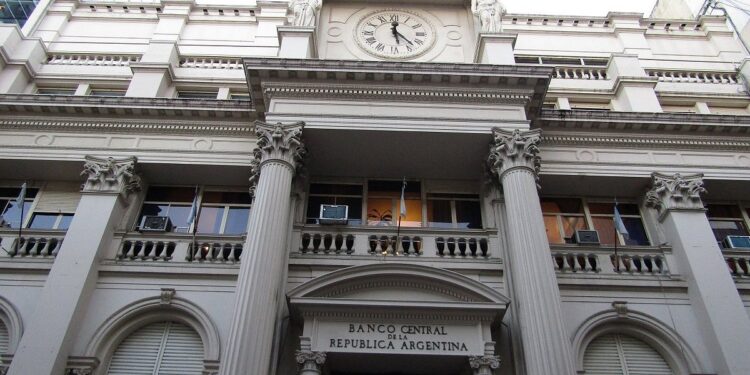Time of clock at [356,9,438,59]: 12:22
